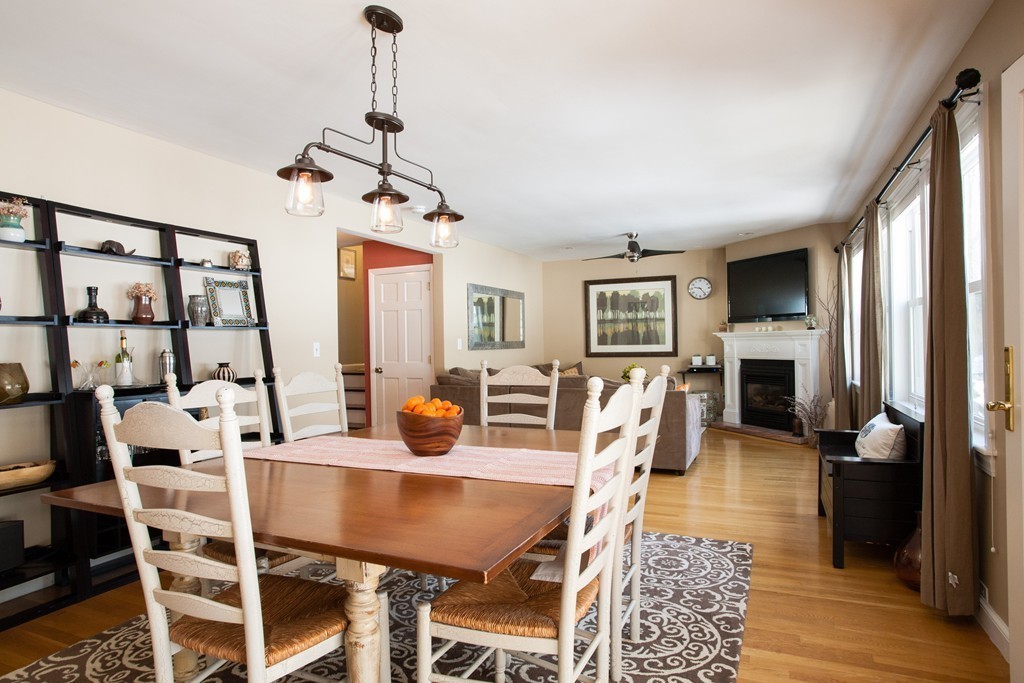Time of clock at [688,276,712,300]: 9:23
